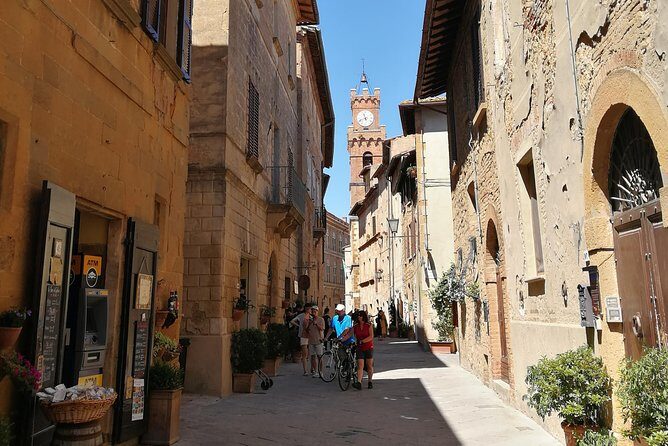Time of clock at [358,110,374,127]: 11:41
